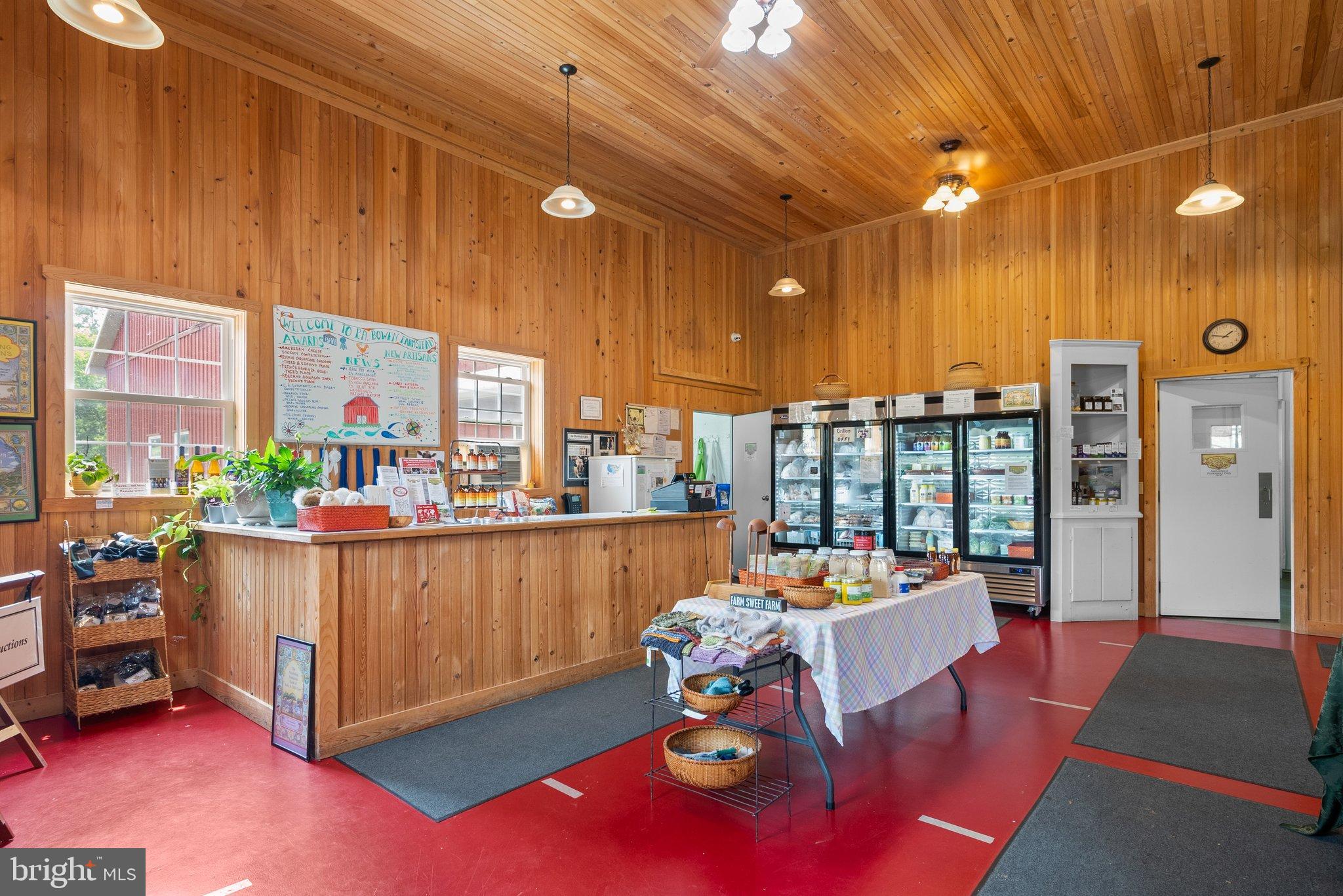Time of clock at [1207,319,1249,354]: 1:47
